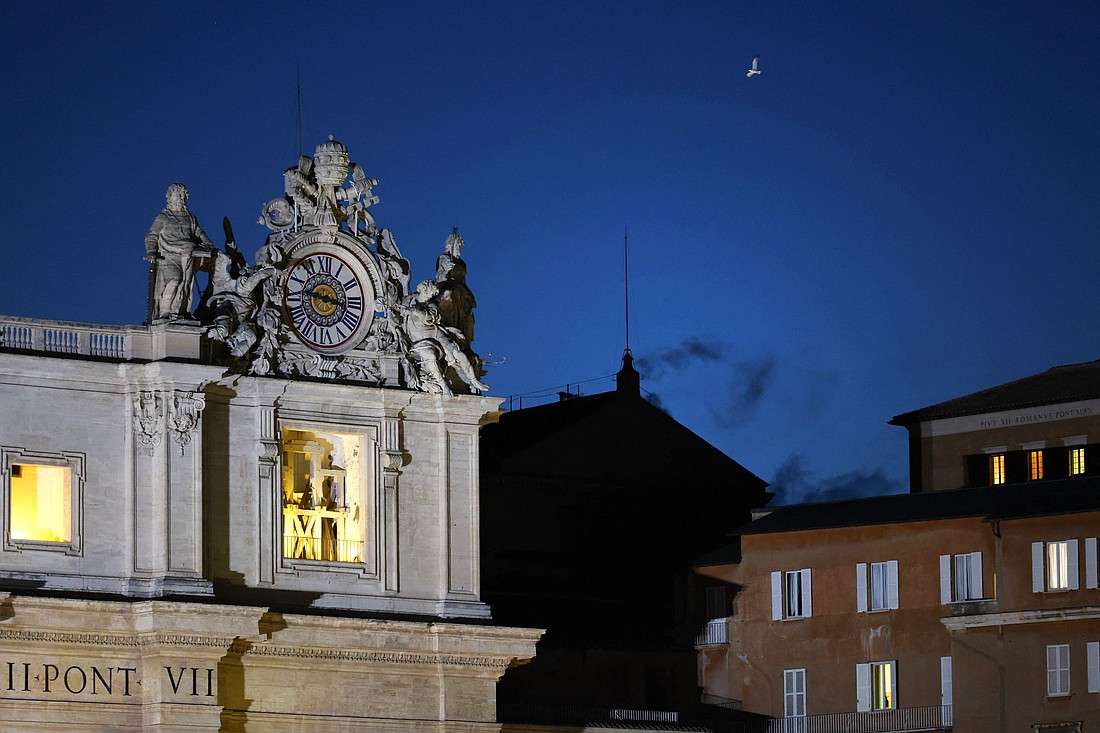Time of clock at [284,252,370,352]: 9:16
